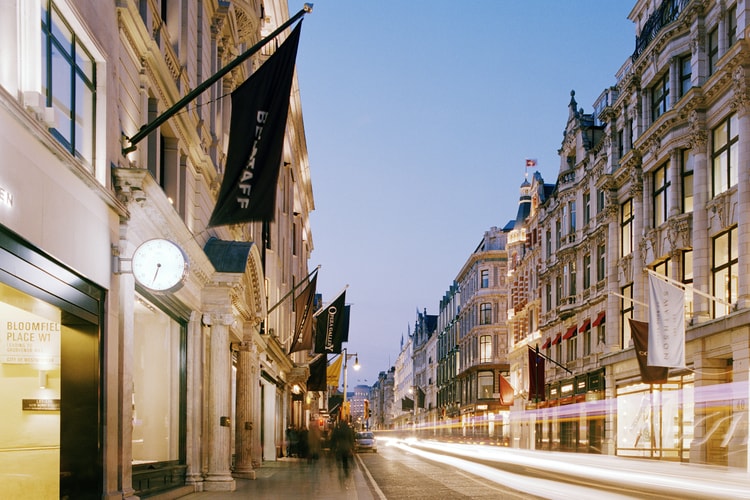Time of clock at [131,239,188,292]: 6:33
